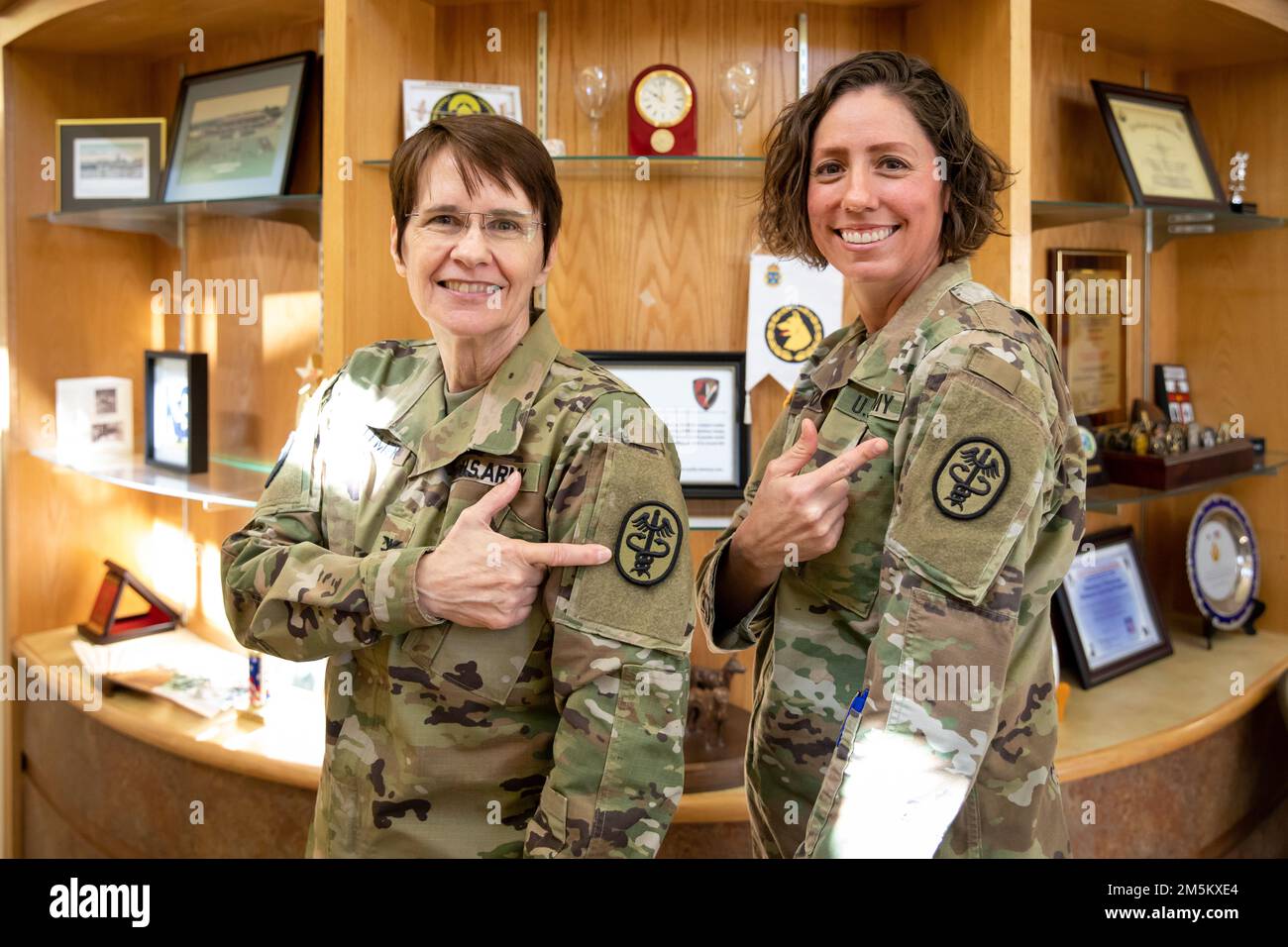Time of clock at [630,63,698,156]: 10:00
